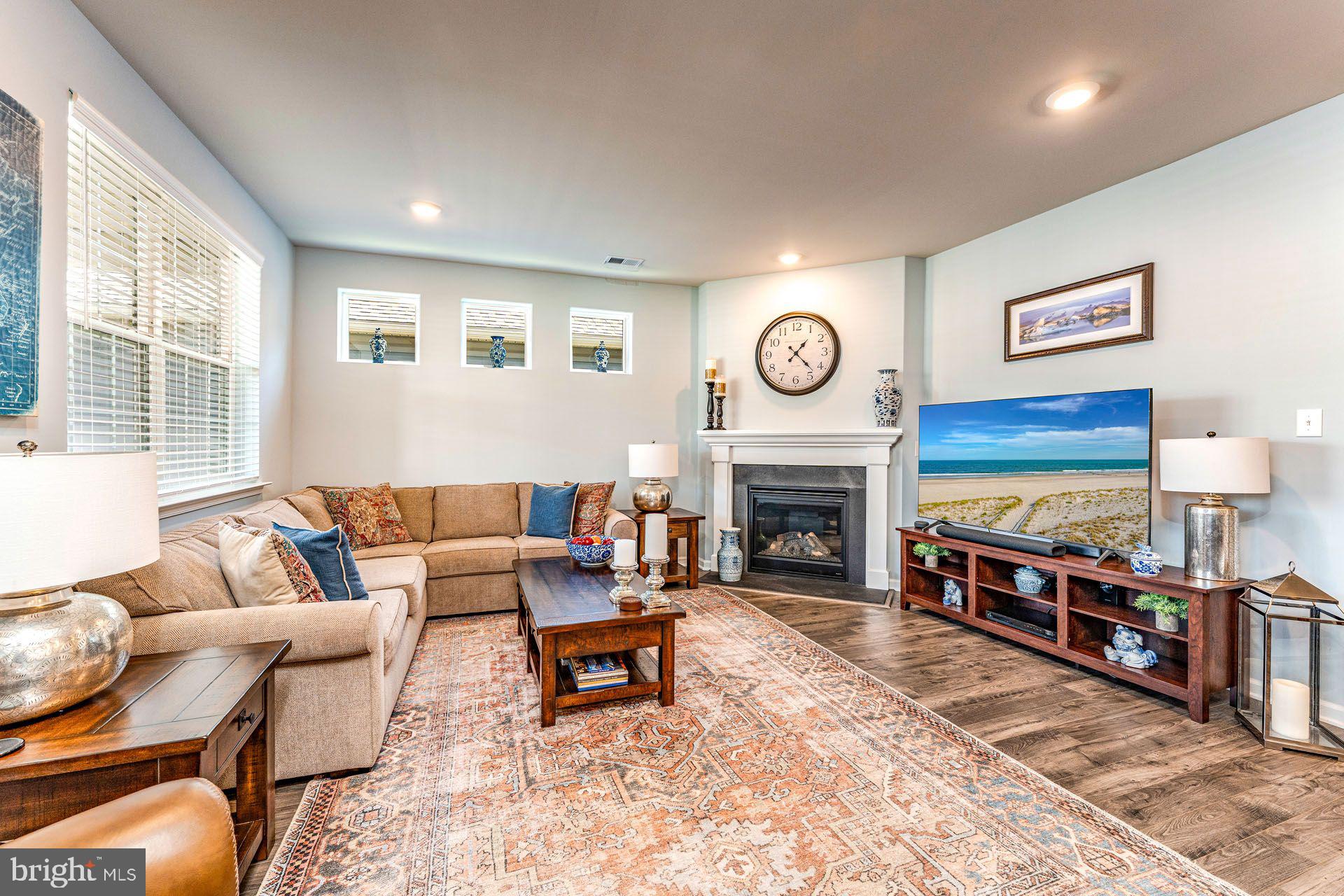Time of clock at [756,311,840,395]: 1:22
